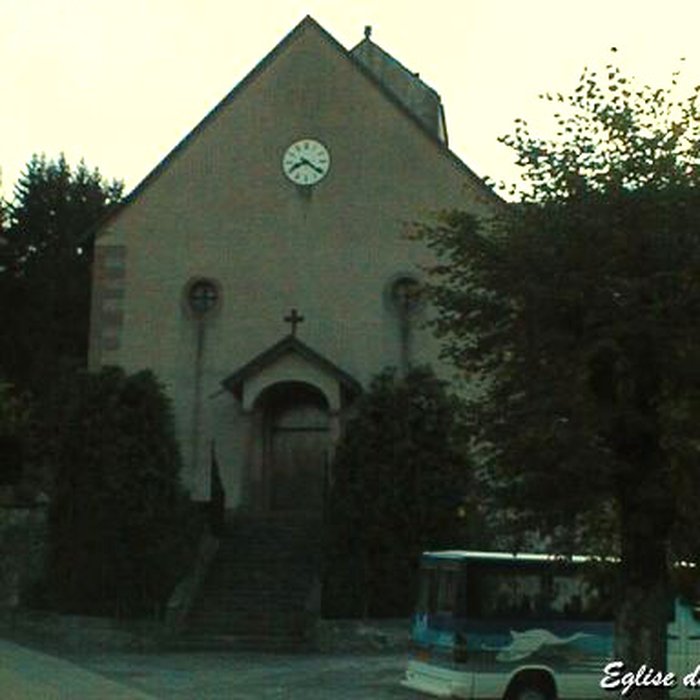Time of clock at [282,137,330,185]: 8:21
